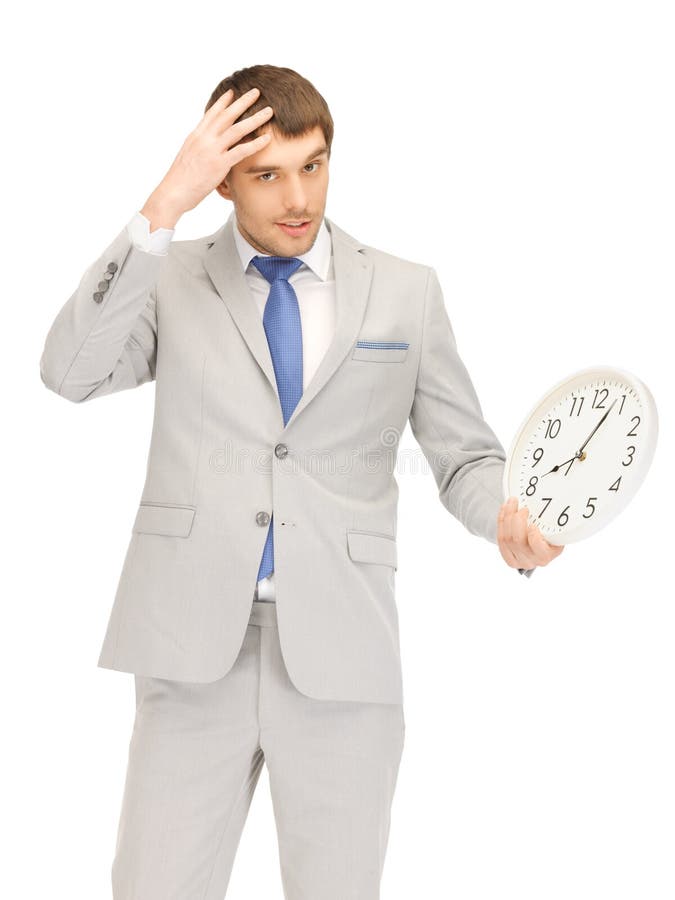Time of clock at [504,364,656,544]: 8:03
